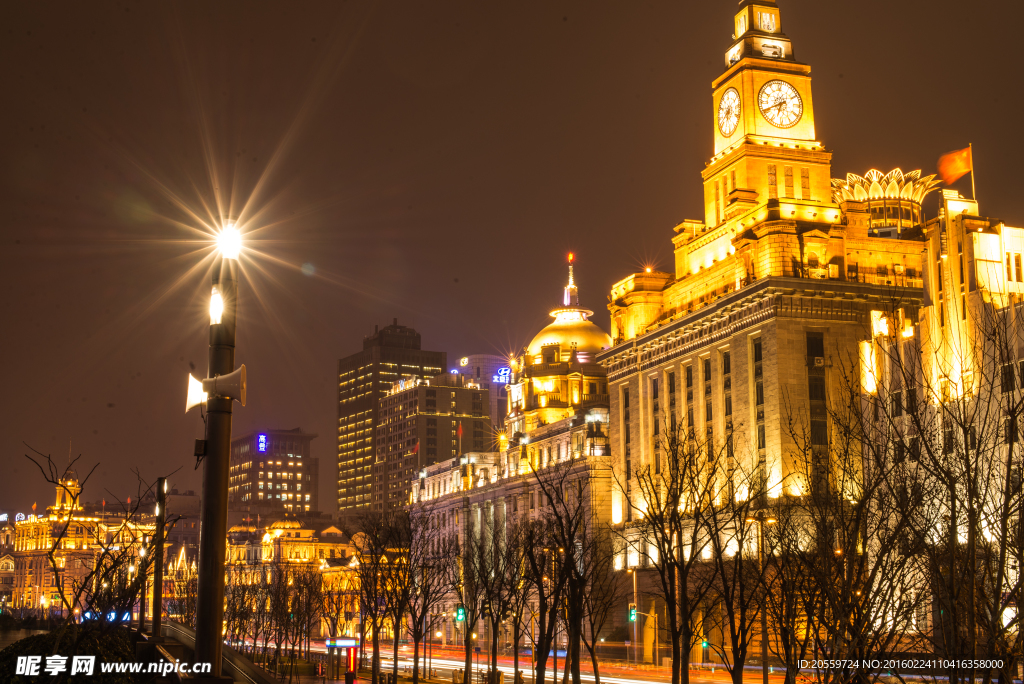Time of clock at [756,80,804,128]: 6:40
